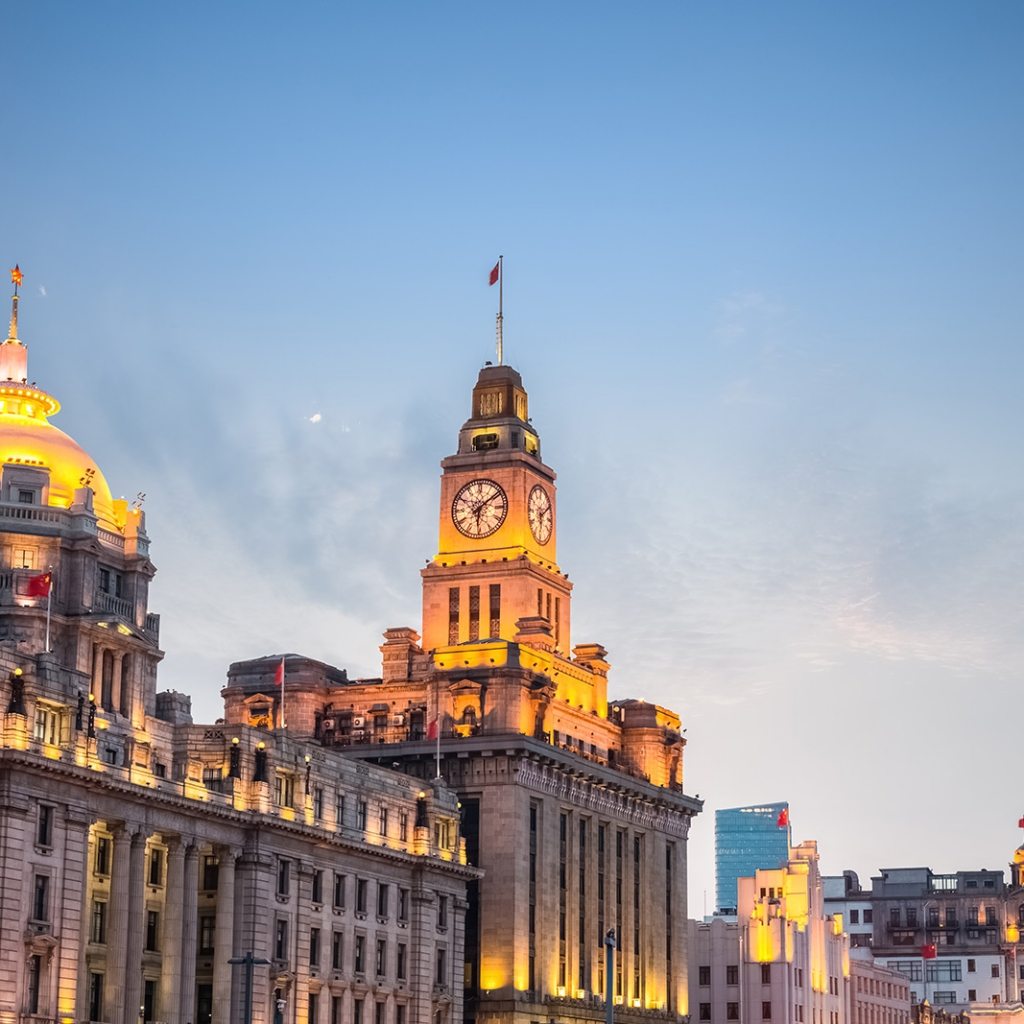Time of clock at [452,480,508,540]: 6:08
